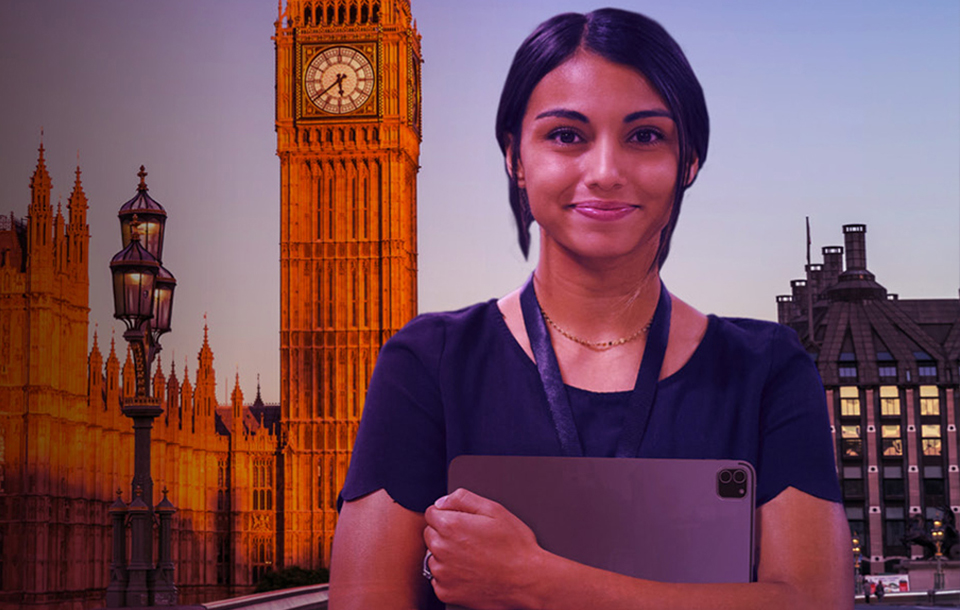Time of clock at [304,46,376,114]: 5:38
